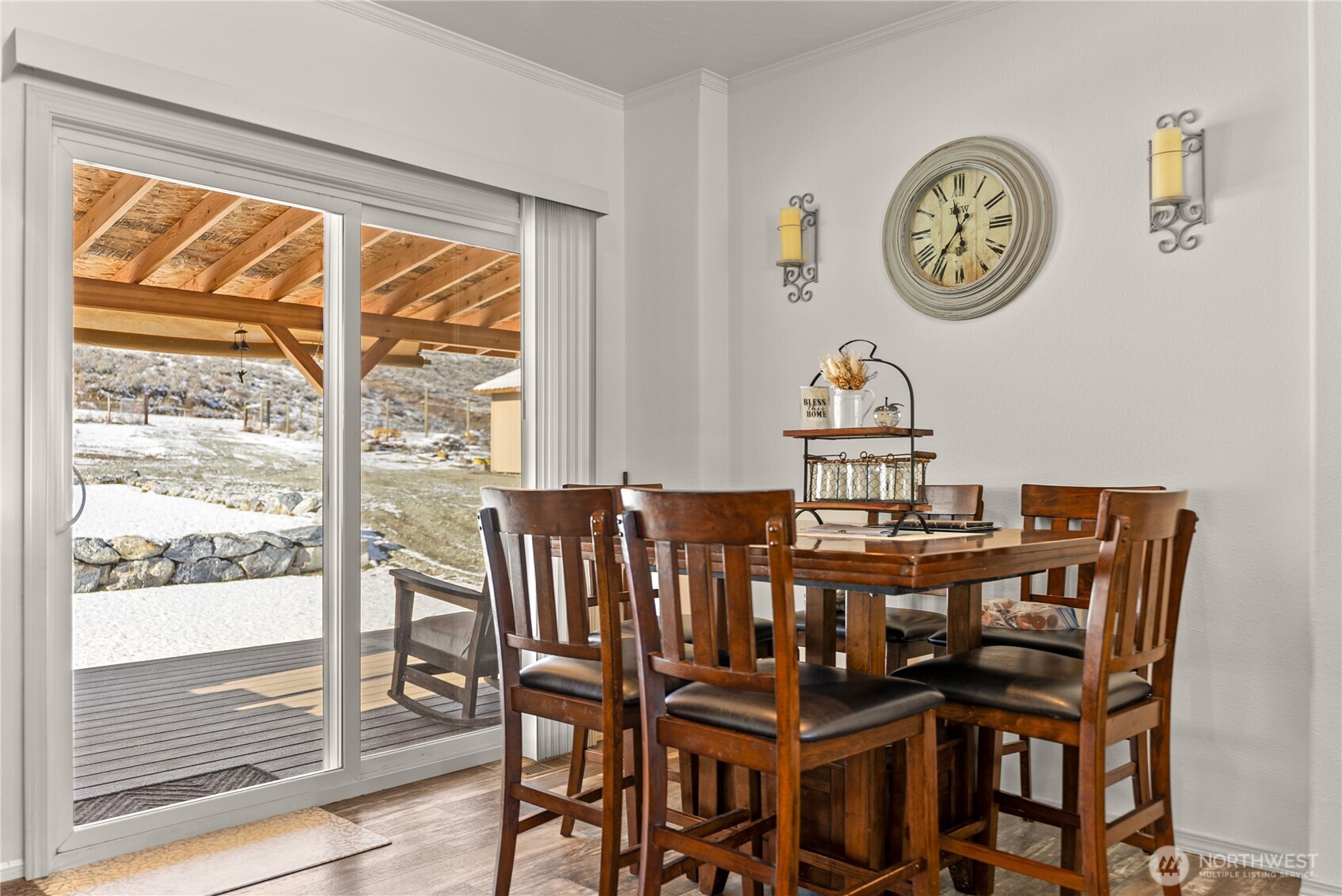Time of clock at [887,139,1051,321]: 11:36
